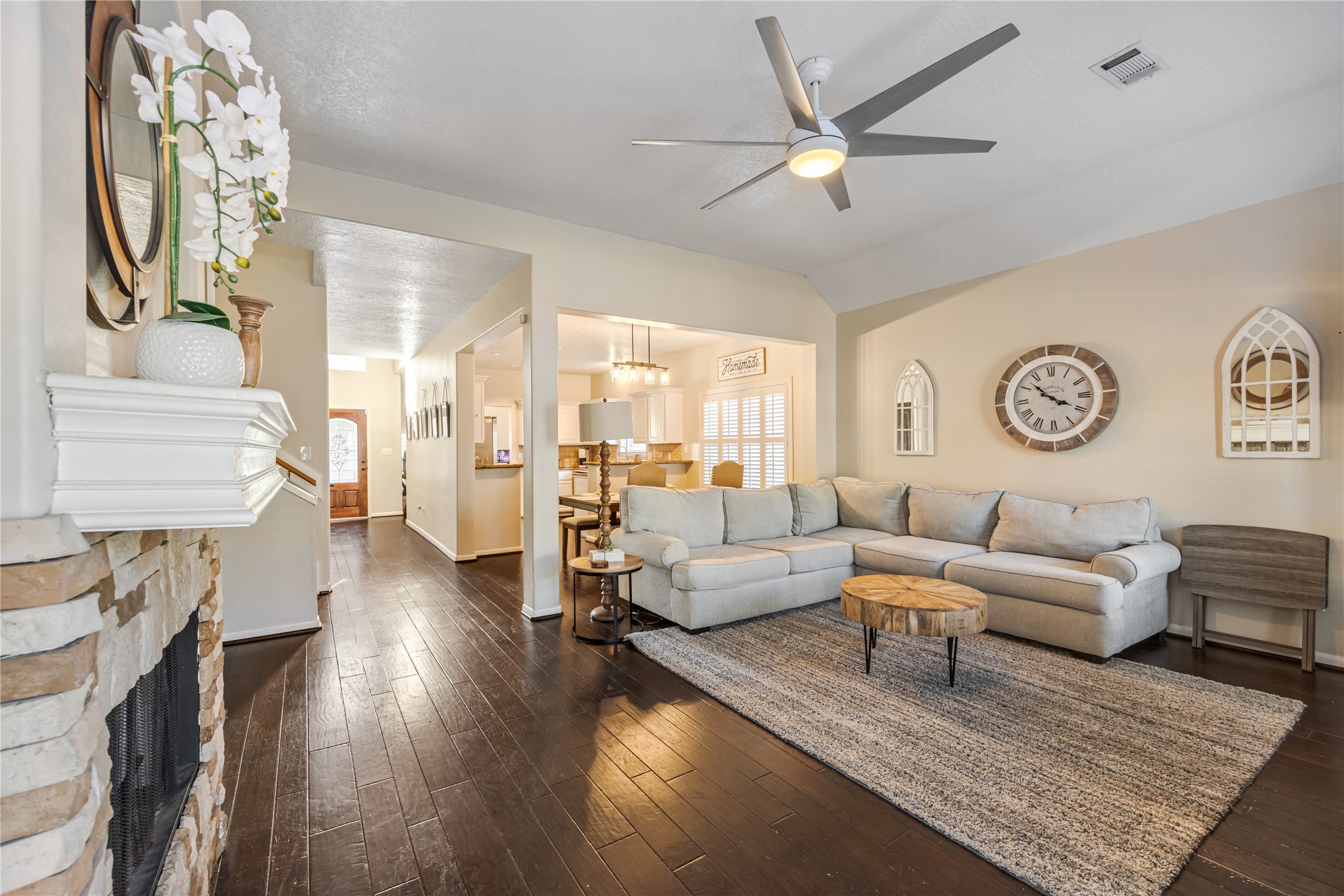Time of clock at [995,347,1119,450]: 3:52
